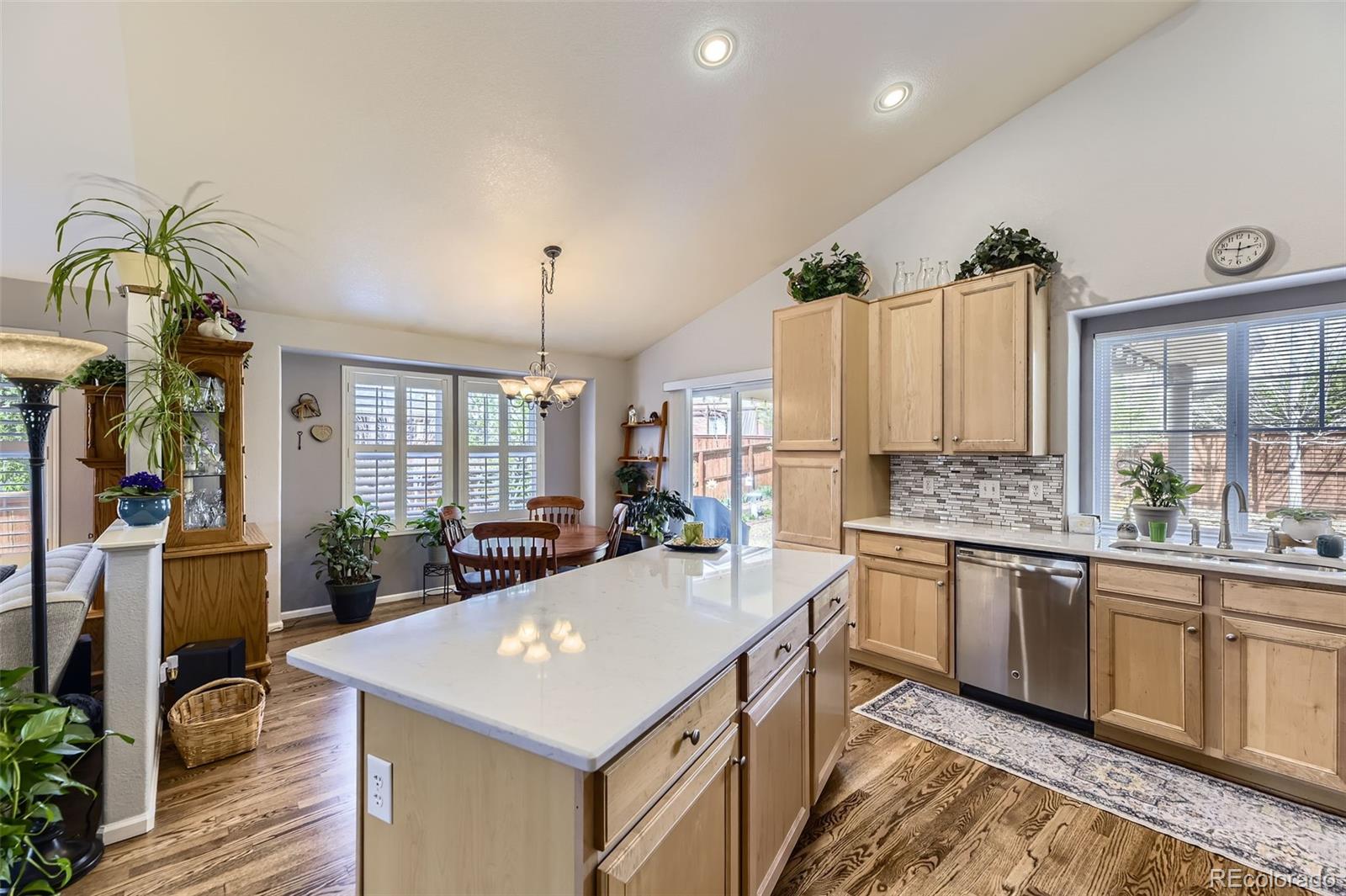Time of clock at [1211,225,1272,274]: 2:47
